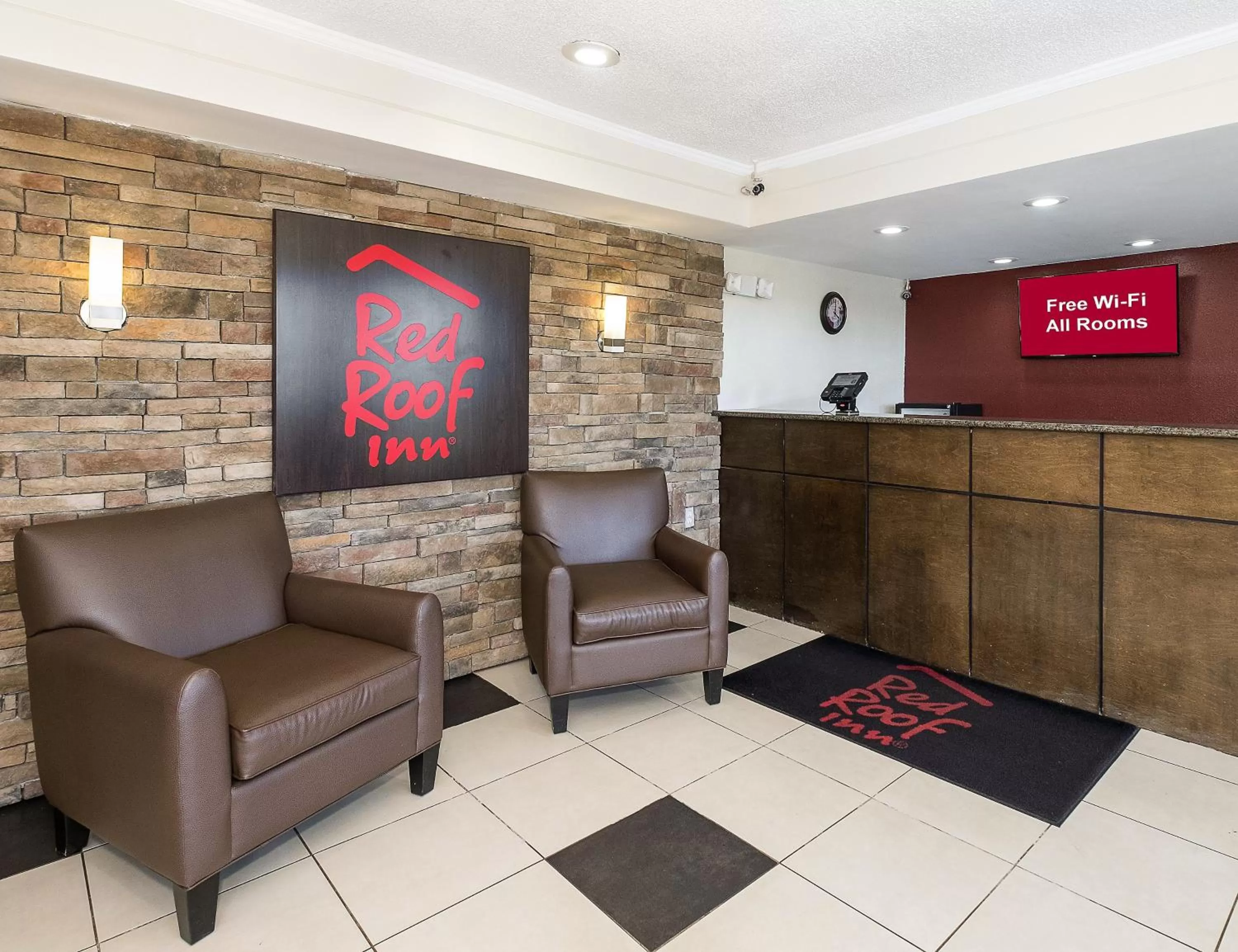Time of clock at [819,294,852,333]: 4:01
